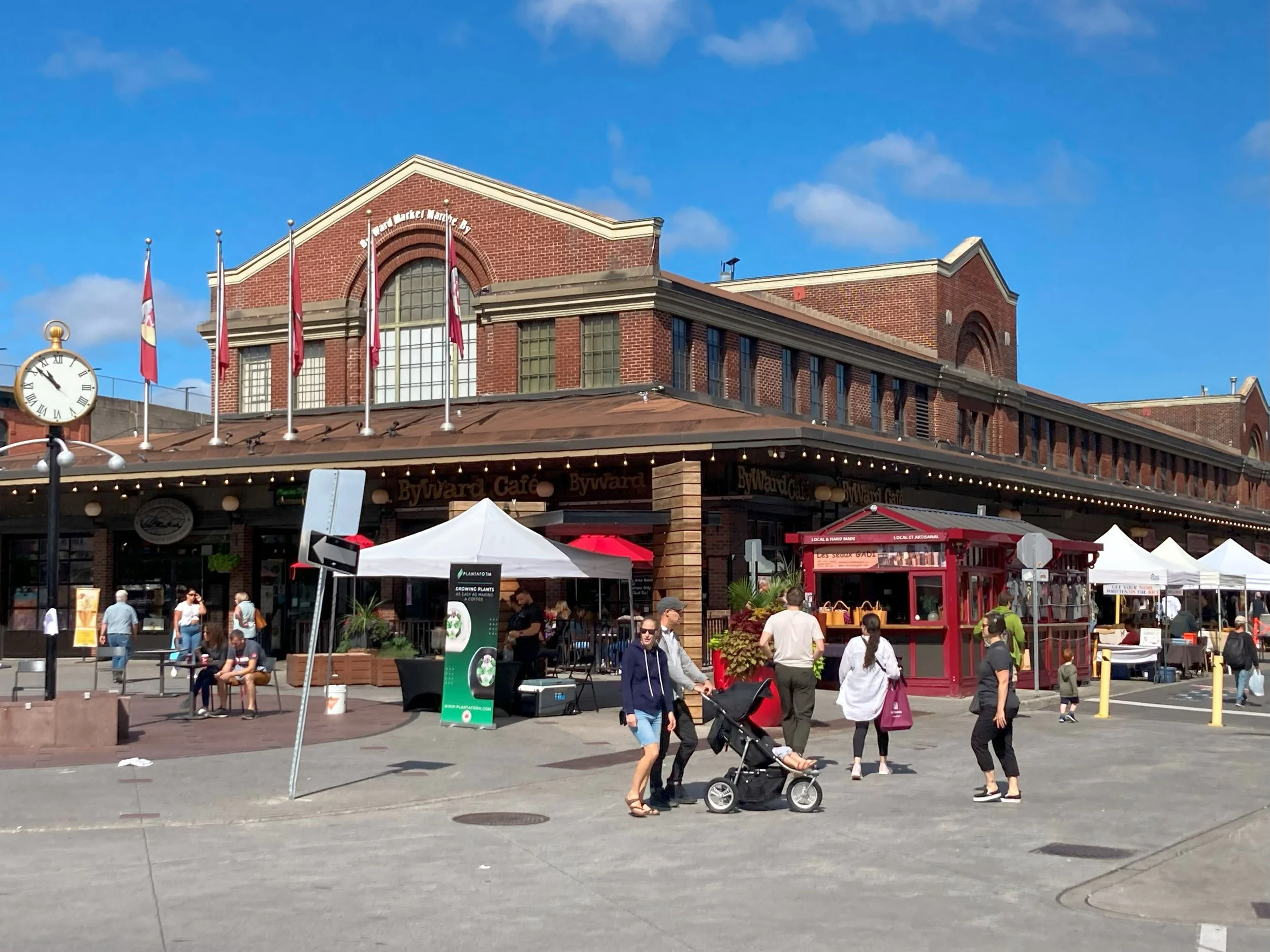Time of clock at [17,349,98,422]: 10:52
